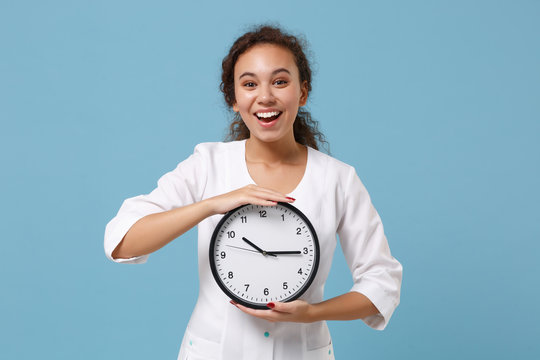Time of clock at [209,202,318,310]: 10:15
